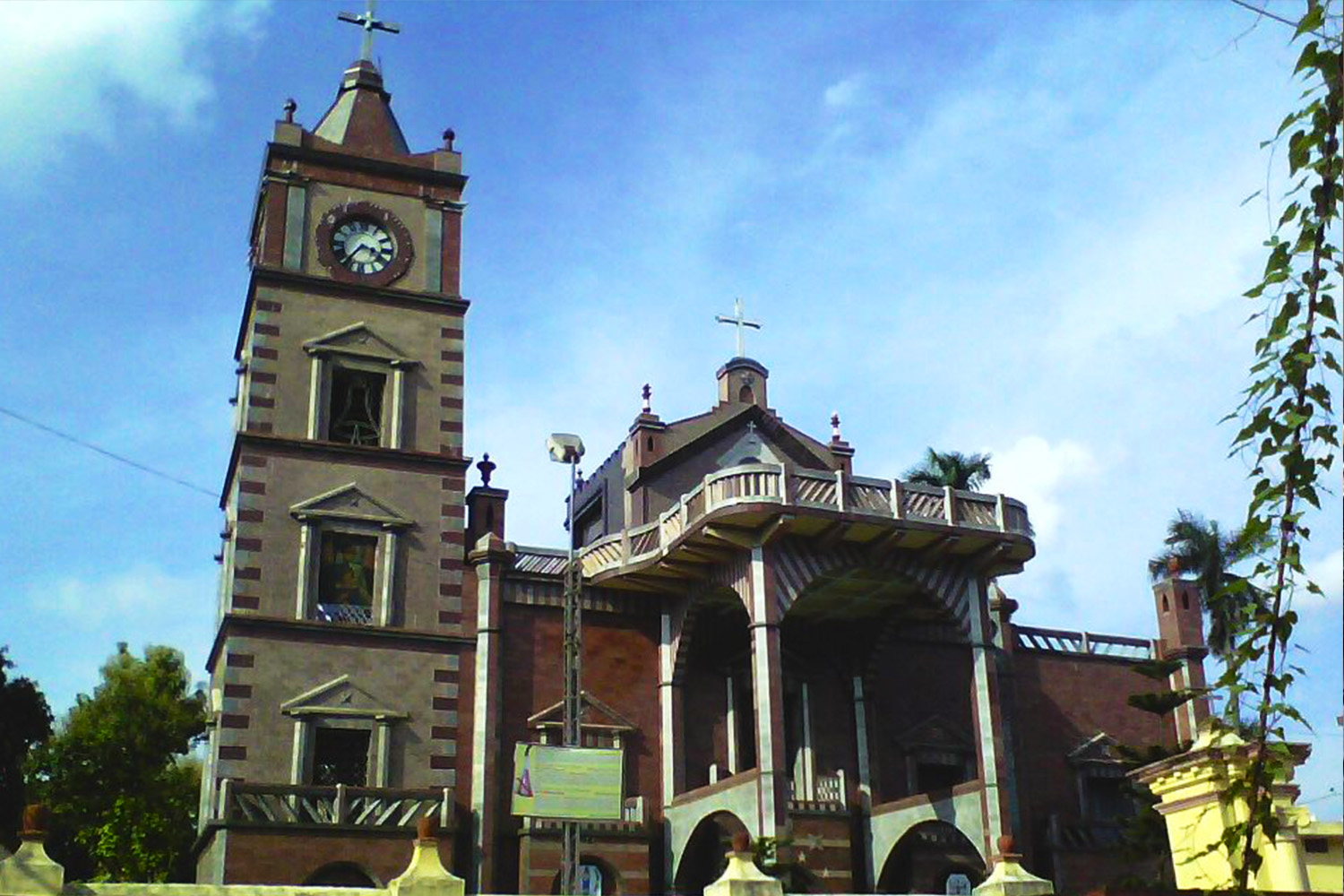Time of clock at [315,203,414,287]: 3:35
